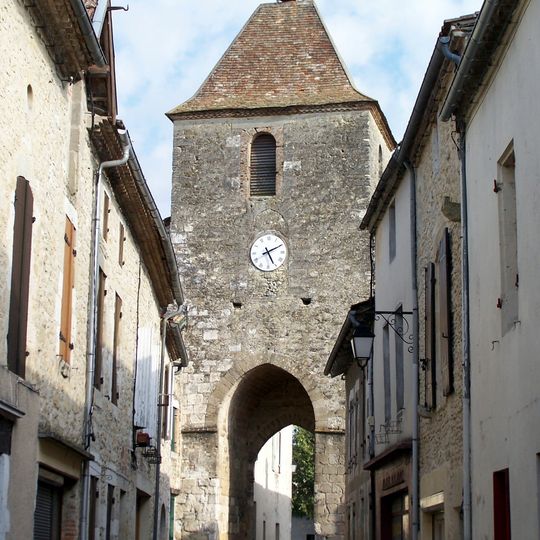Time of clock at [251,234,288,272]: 5:10
